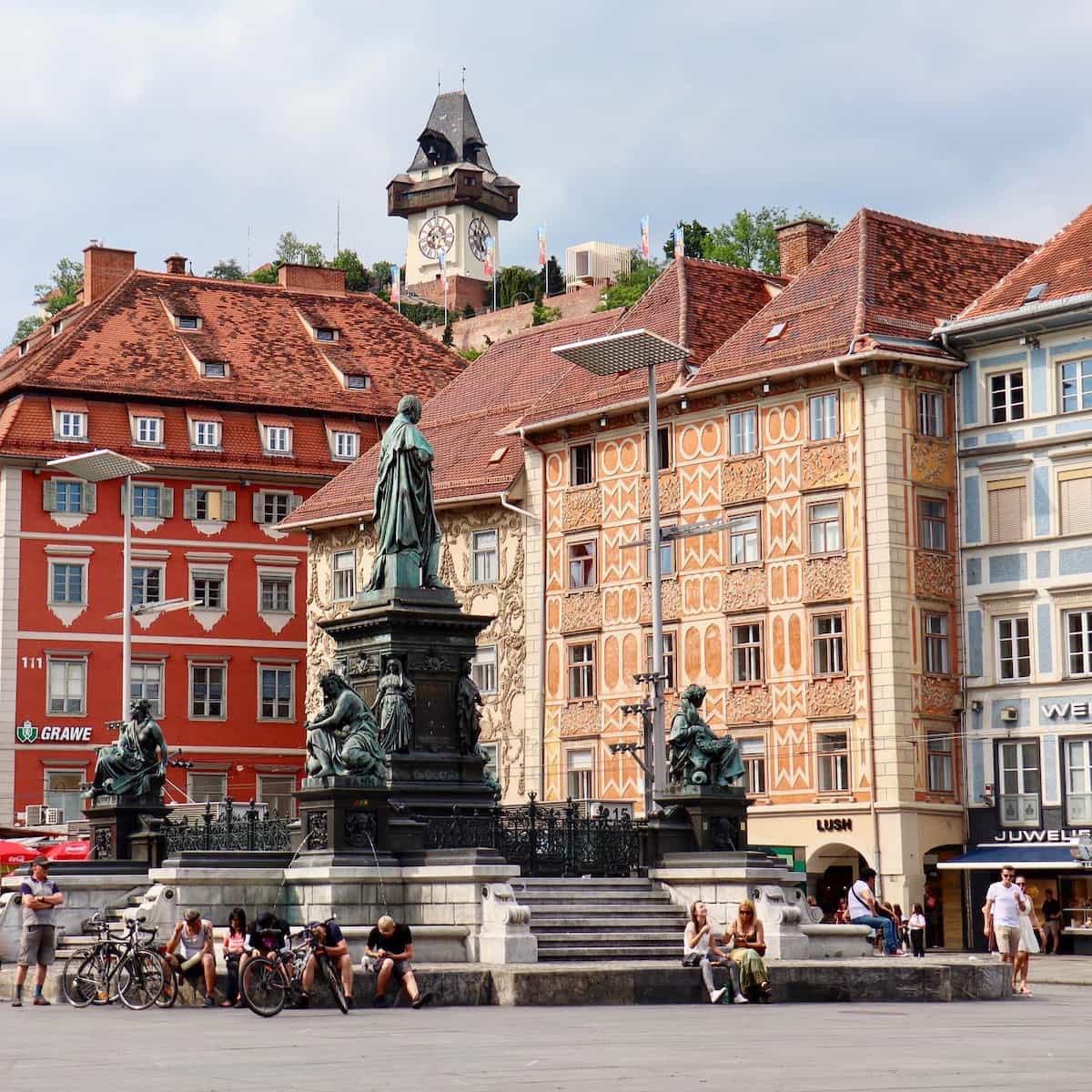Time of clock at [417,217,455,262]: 5:35
